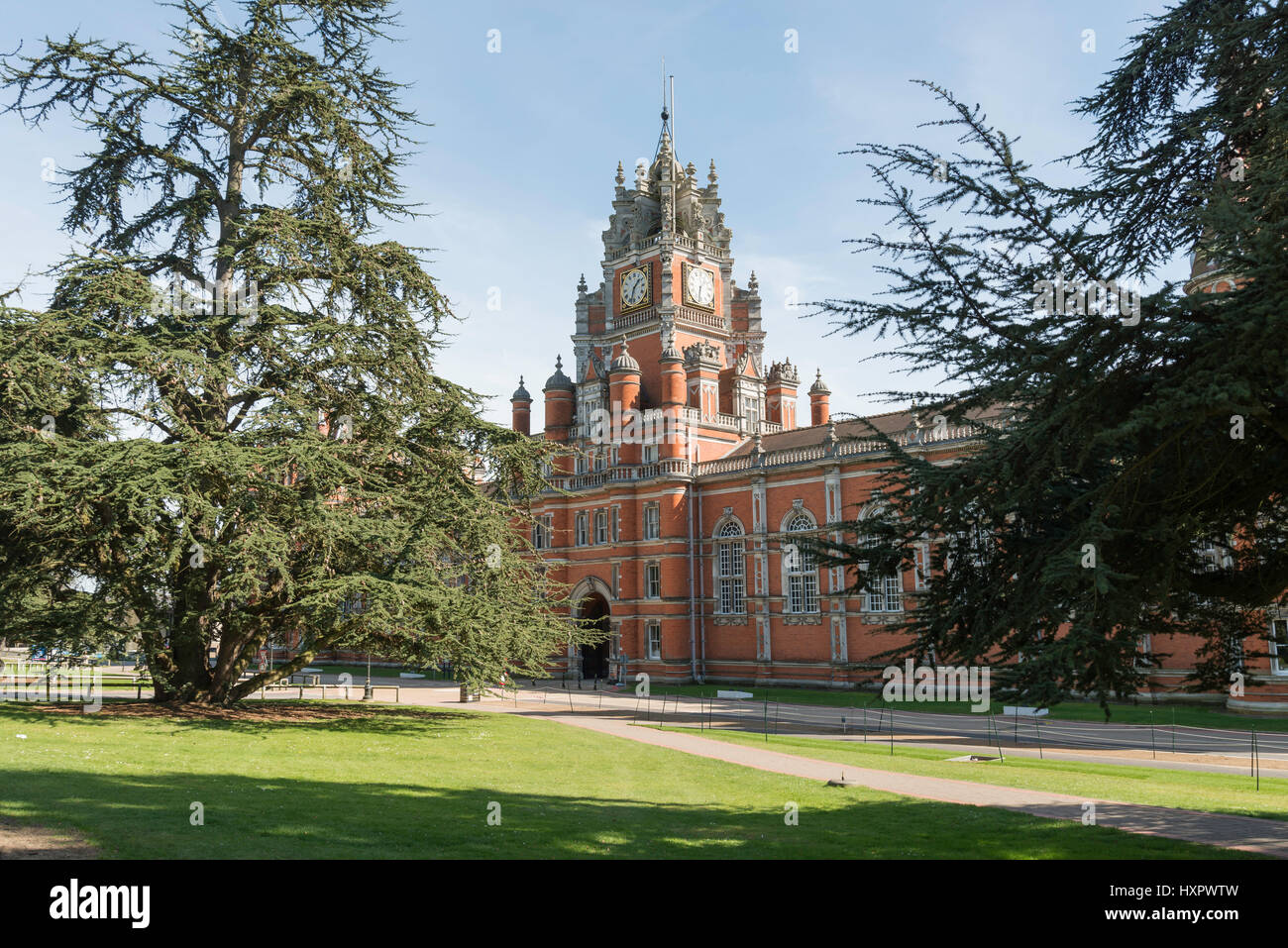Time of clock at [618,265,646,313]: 1:33
